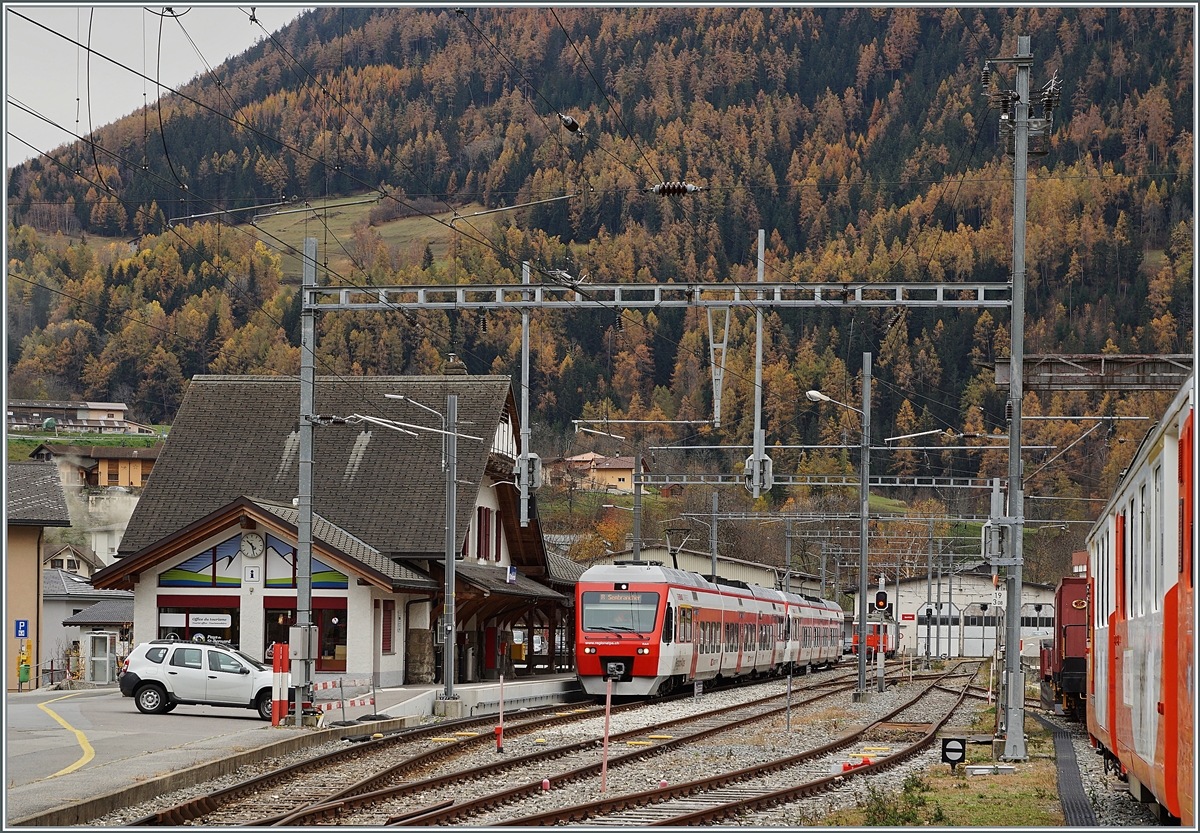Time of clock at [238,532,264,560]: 10:28
